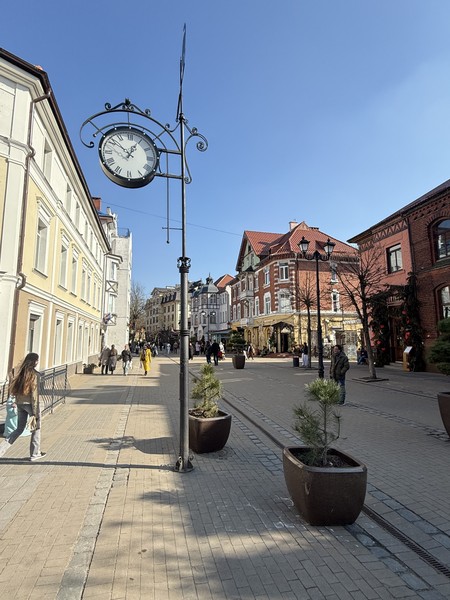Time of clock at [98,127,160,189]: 12:51
